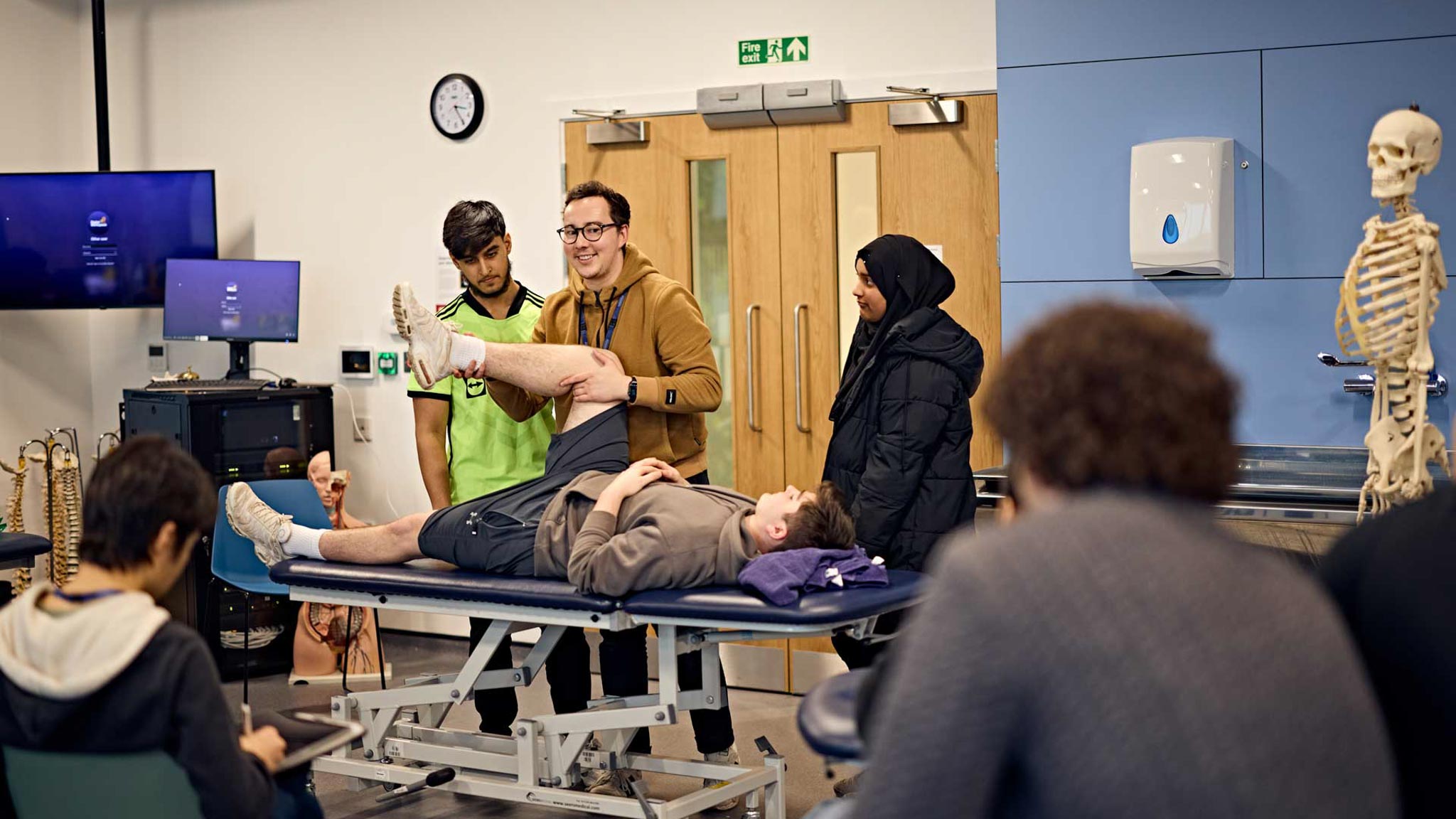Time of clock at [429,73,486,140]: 3:24
